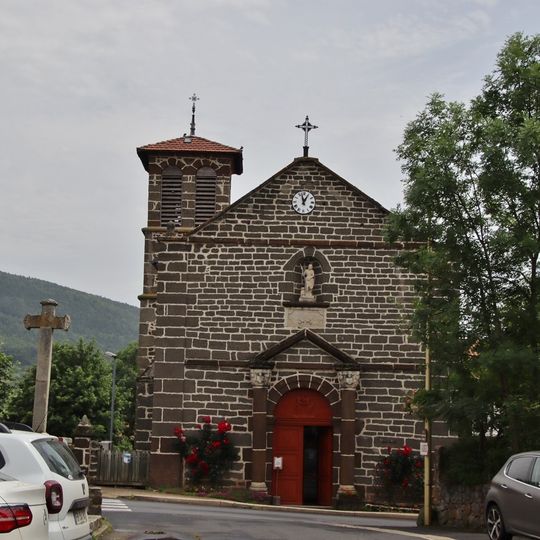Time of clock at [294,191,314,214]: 12:57
